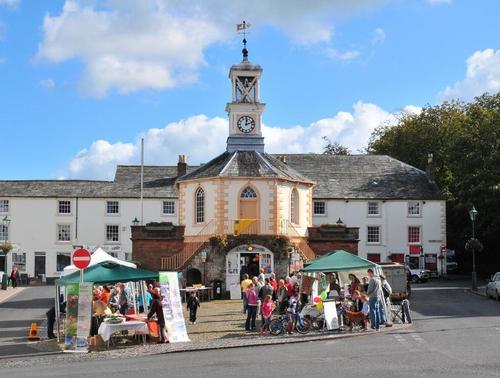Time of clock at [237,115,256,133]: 12:11
